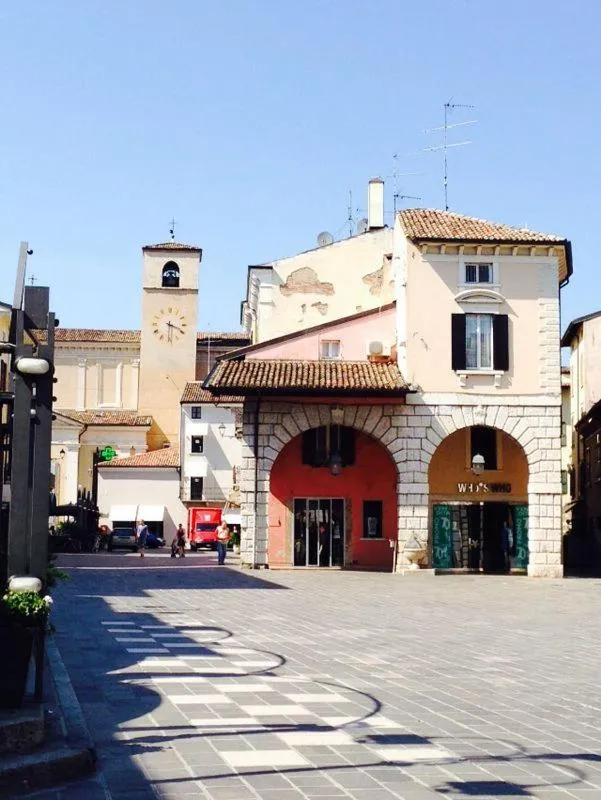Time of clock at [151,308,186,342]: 3:30
